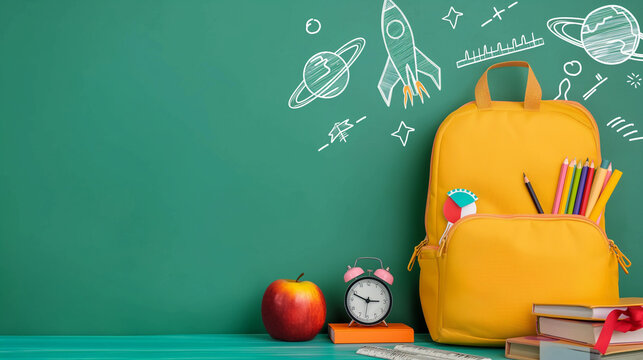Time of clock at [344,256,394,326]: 2:48
